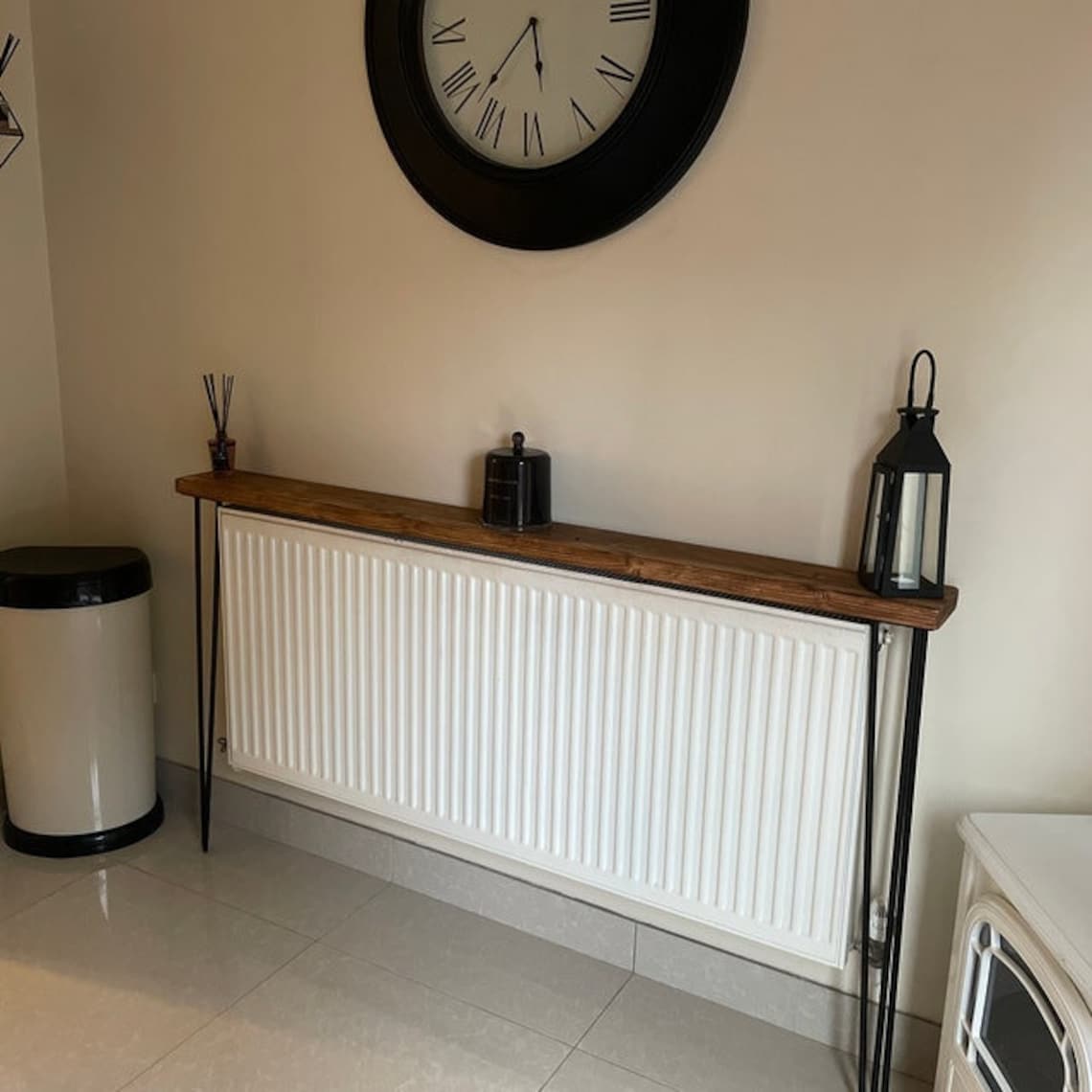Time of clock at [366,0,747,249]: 5:36
